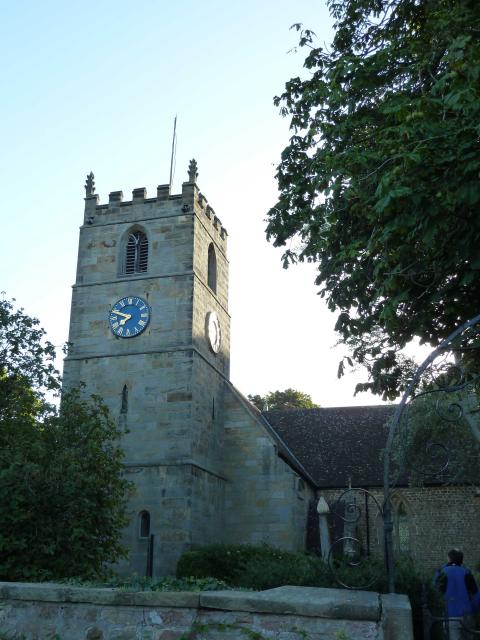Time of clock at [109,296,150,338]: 7:48
